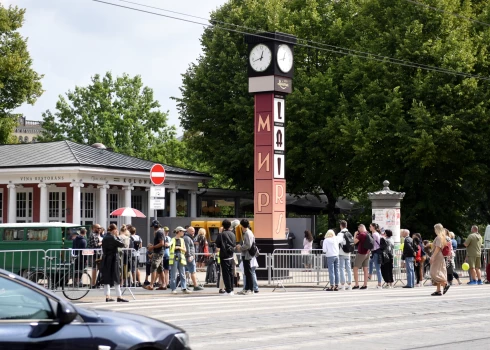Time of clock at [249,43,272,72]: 12:42
